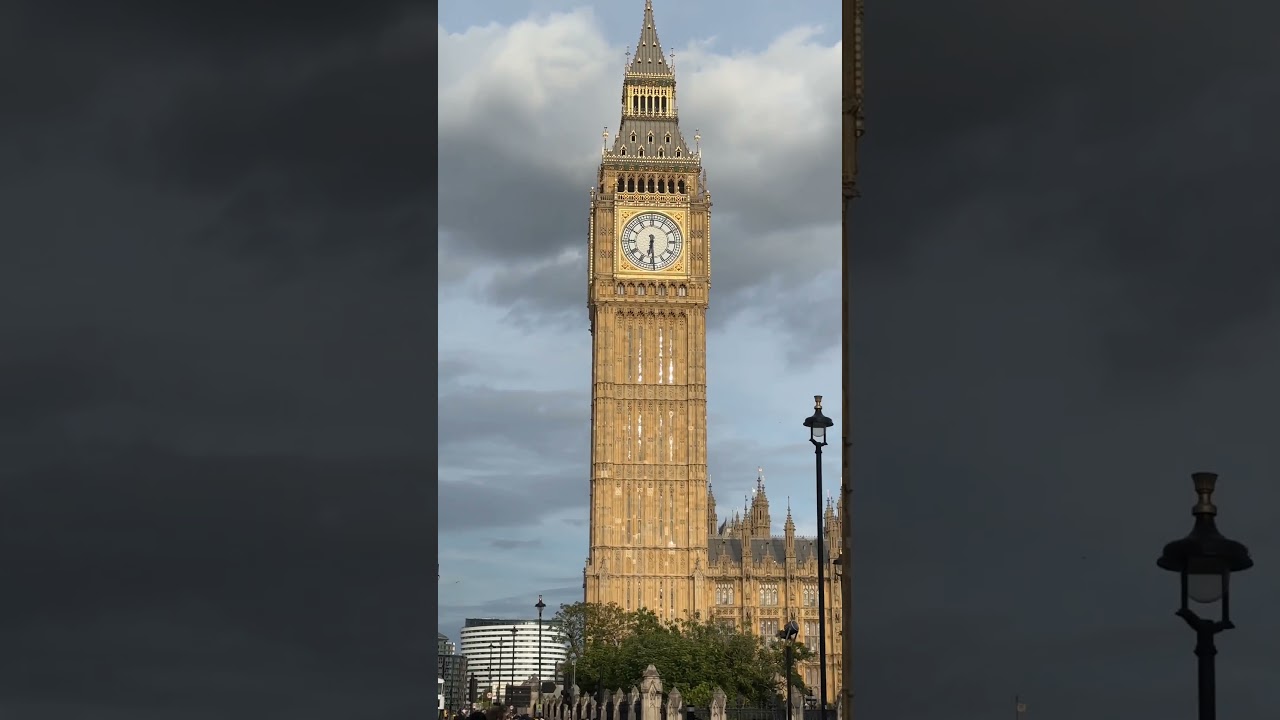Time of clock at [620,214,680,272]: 6:29
